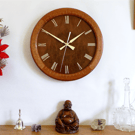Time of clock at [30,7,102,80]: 1:50
